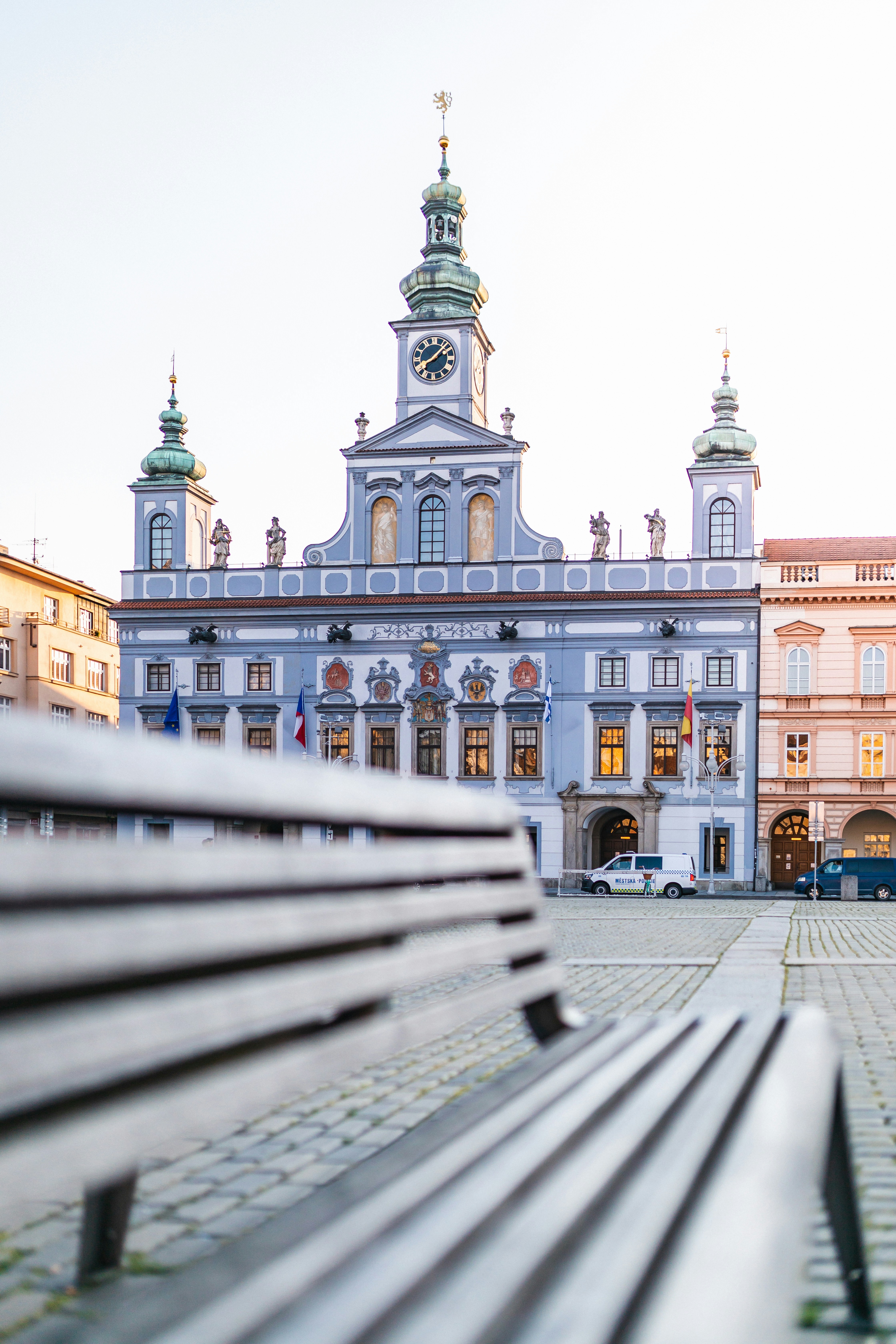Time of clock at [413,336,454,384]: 8:07
